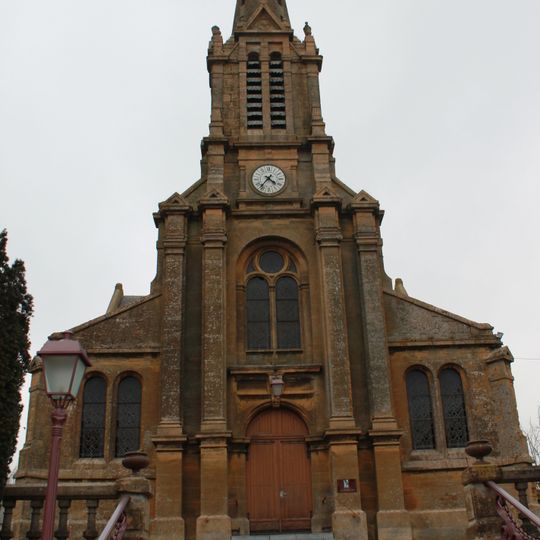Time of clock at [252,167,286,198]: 4:36
